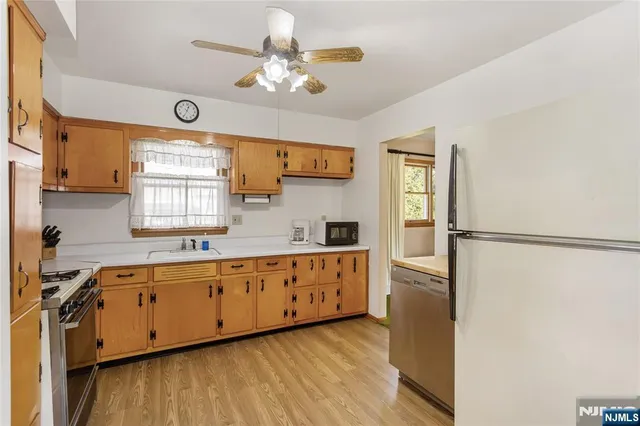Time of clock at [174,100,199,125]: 12:34
